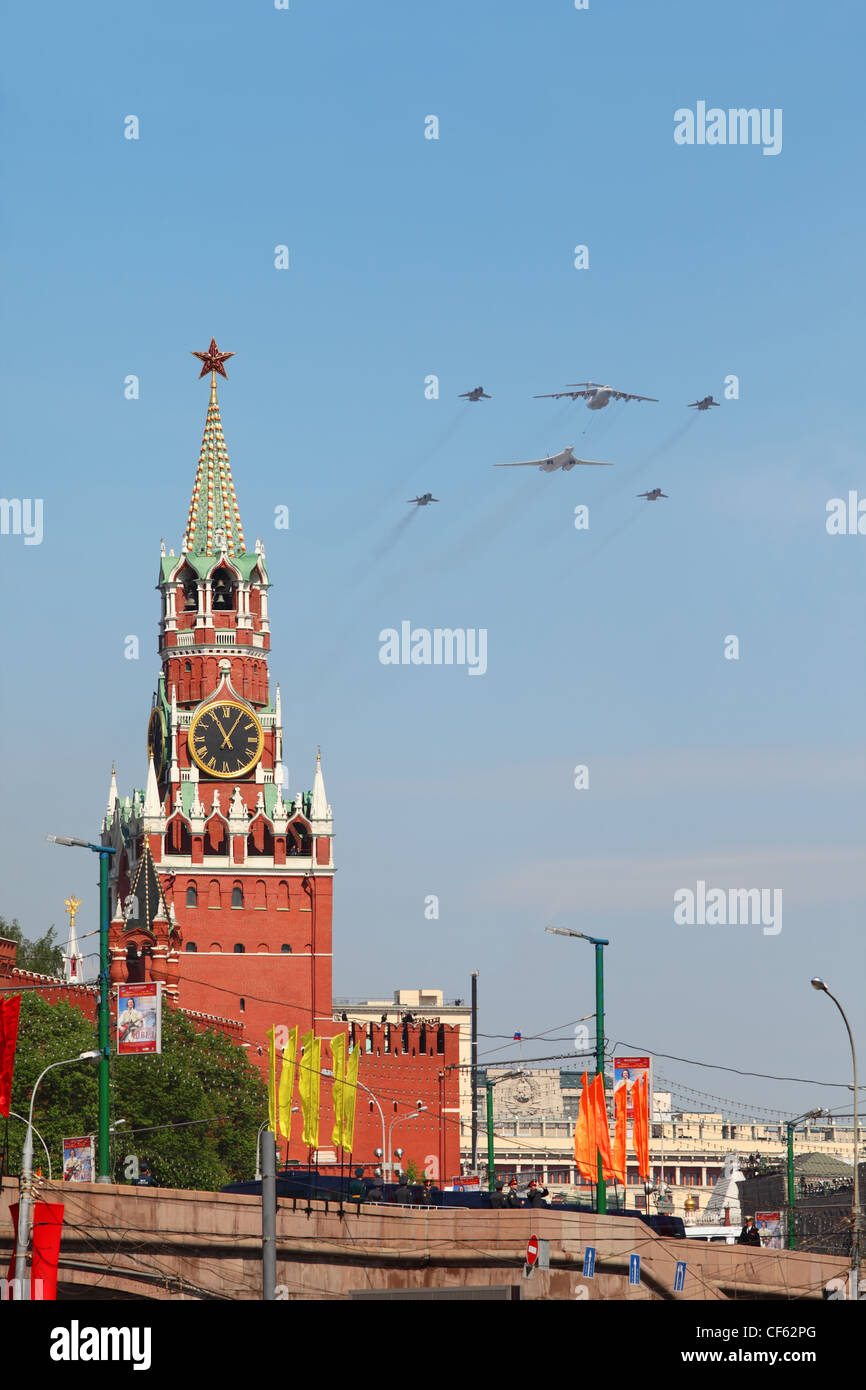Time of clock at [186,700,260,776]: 11:05
